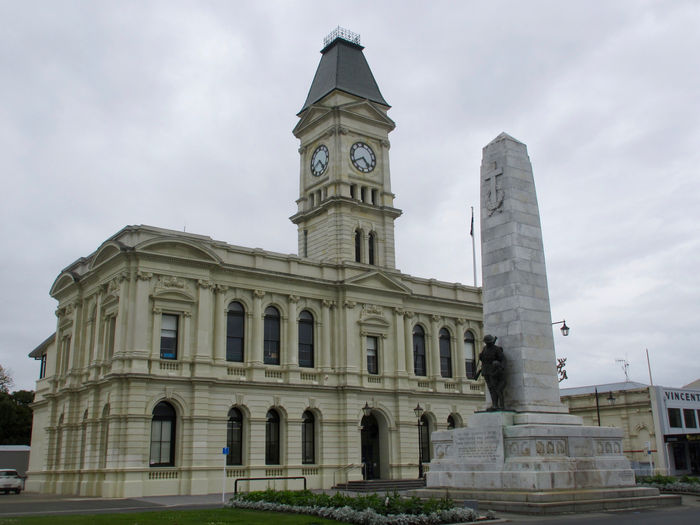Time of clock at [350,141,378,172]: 4:40
